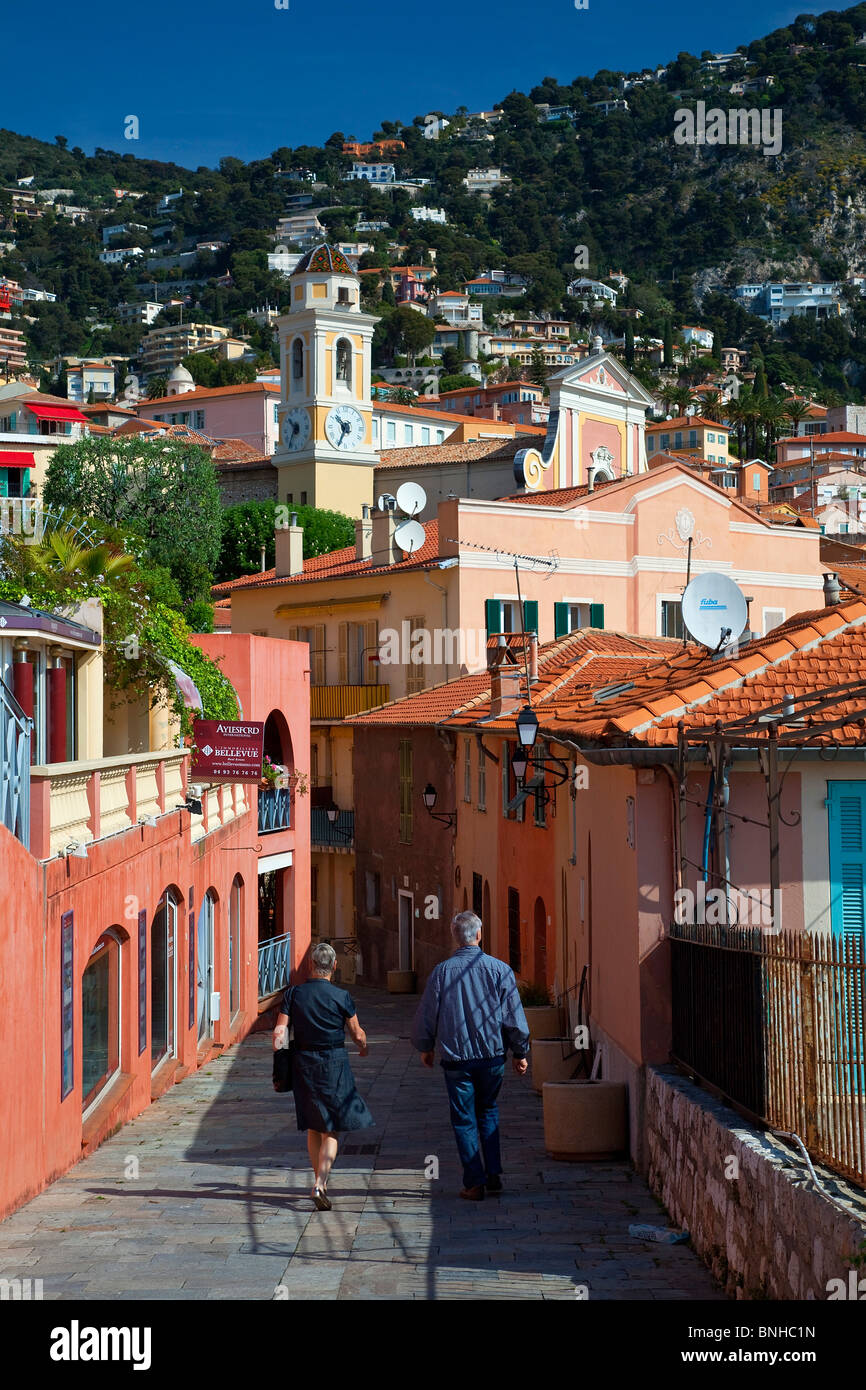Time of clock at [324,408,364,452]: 10:34
